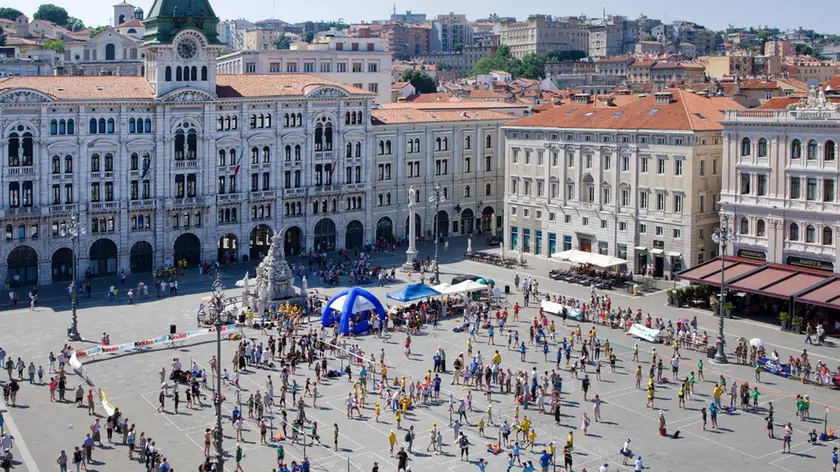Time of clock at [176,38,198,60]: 10:25
